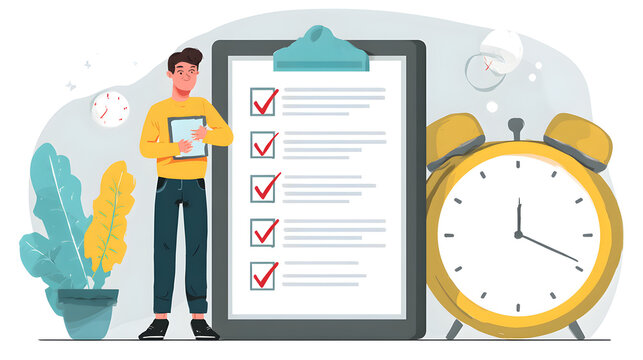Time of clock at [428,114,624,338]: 12:19
